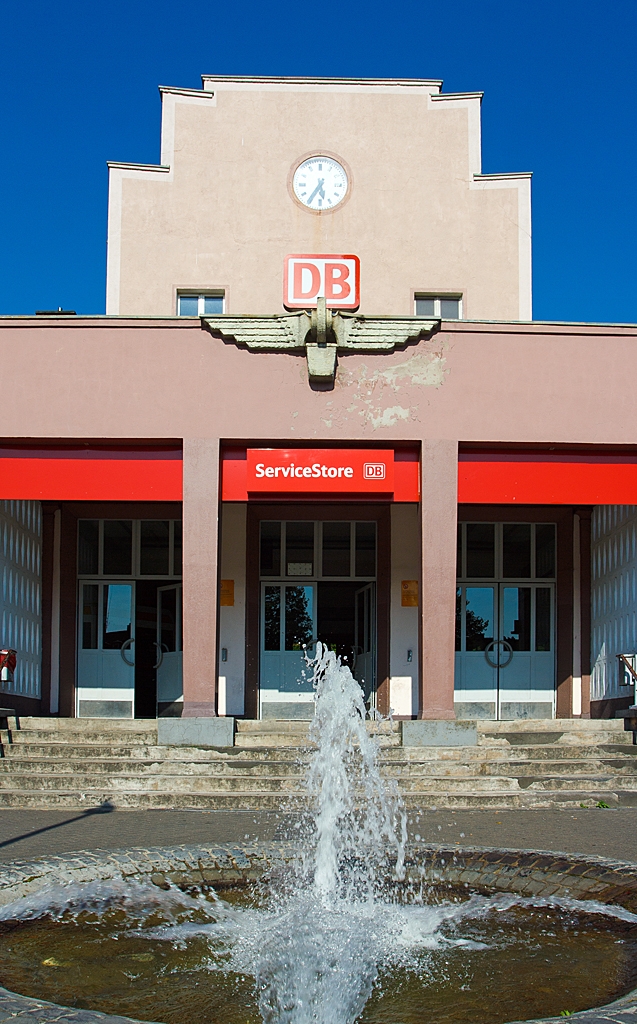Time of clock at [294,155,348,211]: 5:35
